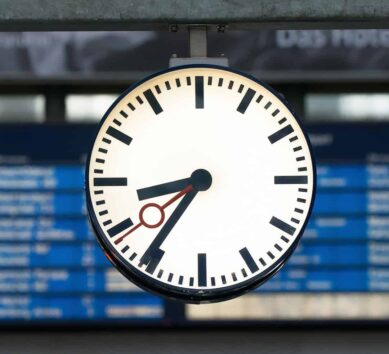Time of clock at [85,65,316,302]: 8:36
